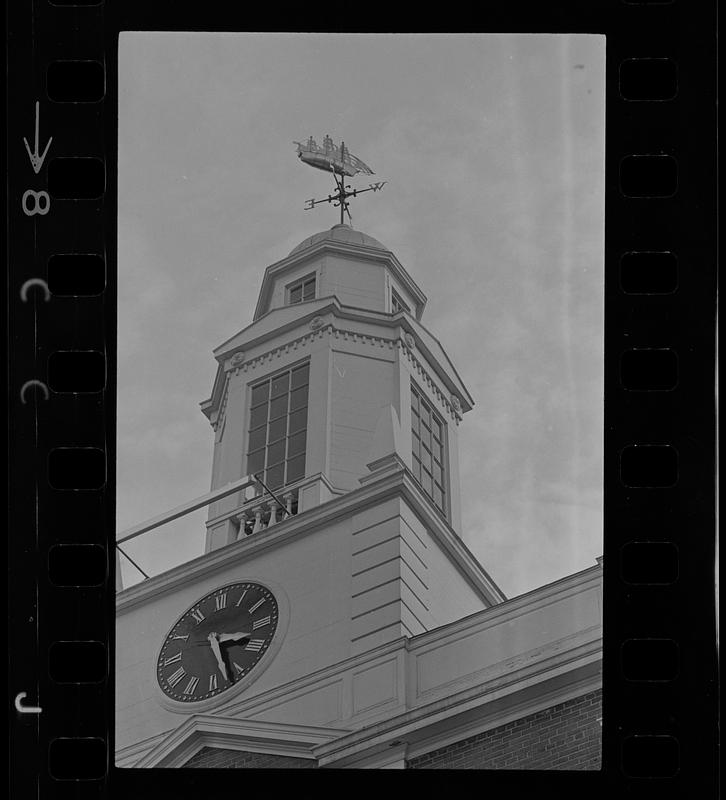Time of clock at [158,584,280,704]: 3:27
